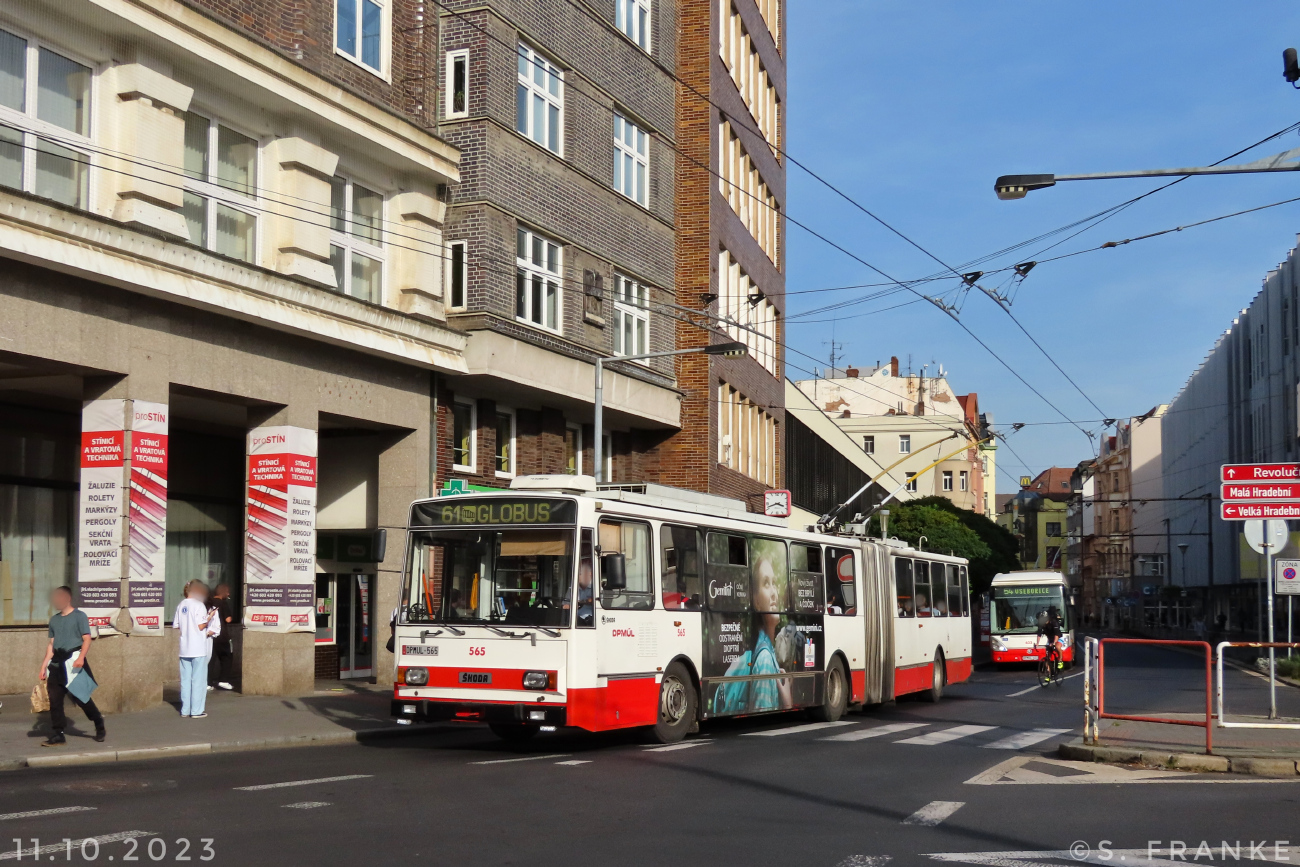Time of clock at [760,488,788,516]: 3:41
